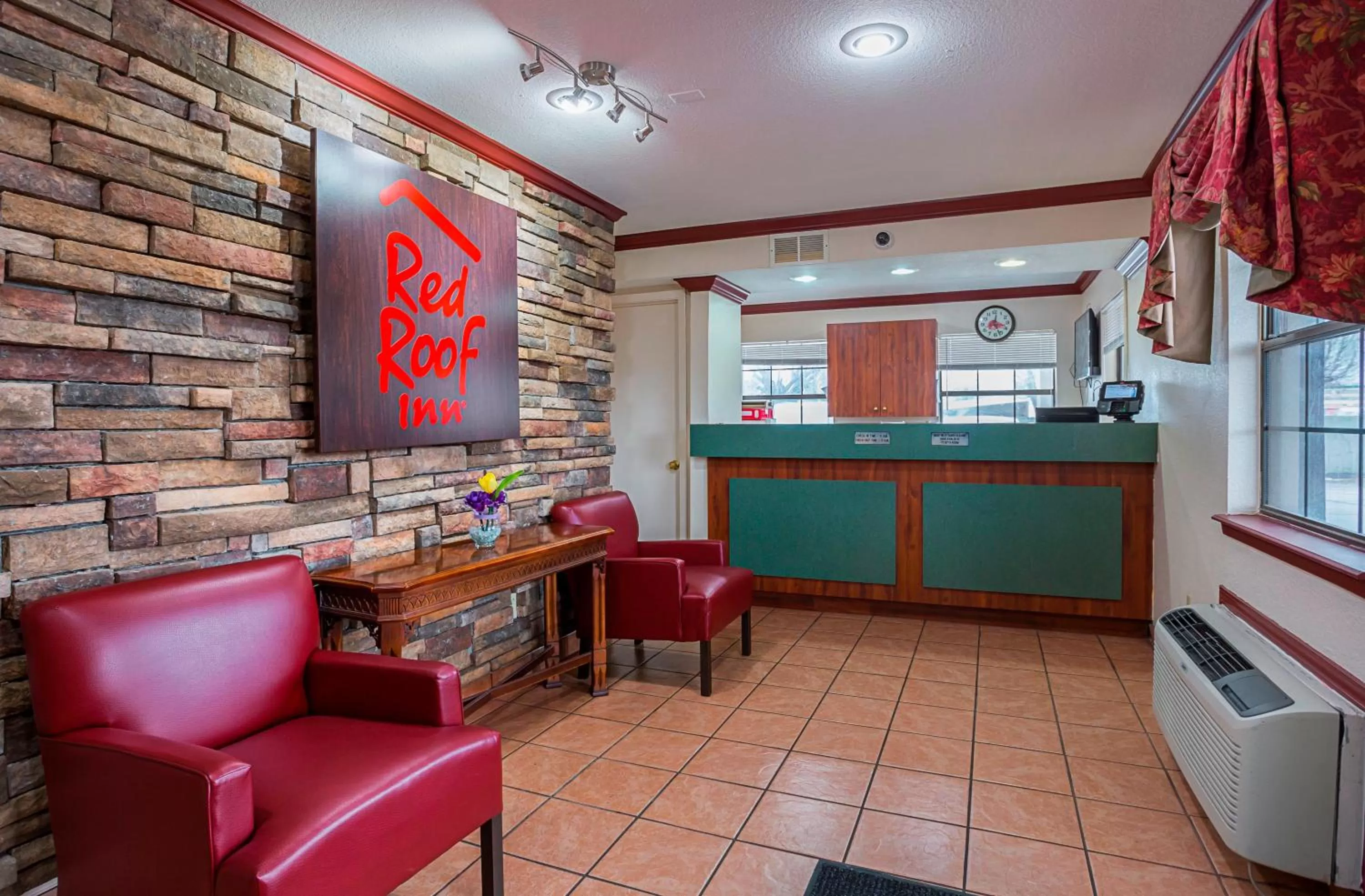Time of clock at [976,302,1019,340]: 12:26
